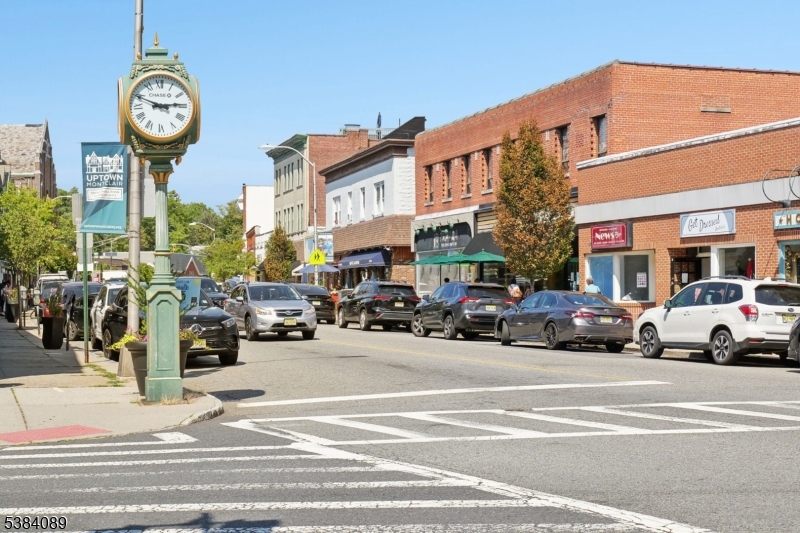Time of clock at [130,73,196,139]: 2:49
